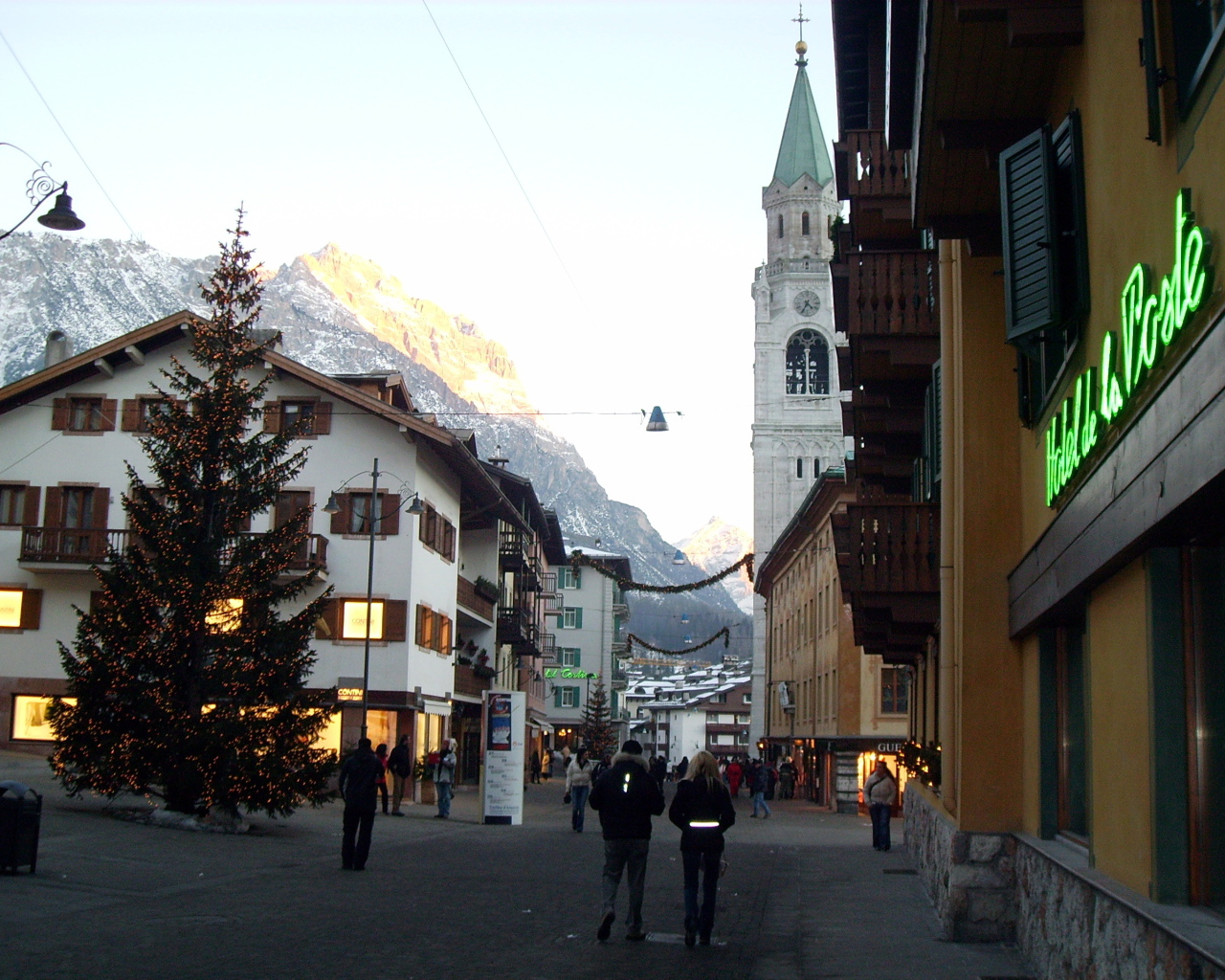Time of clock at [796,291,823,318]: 4:34
